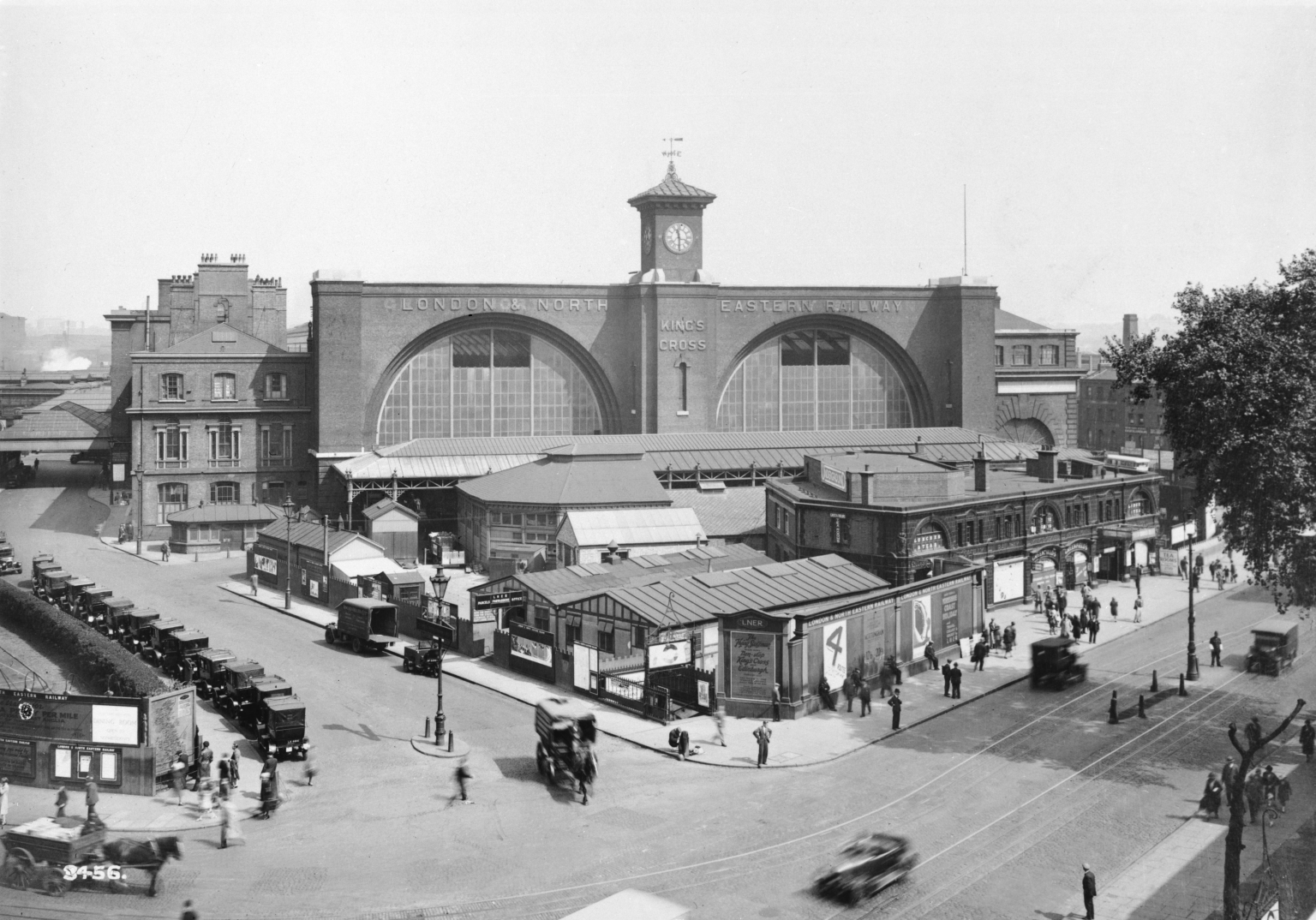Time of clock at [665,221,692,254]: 11:29
